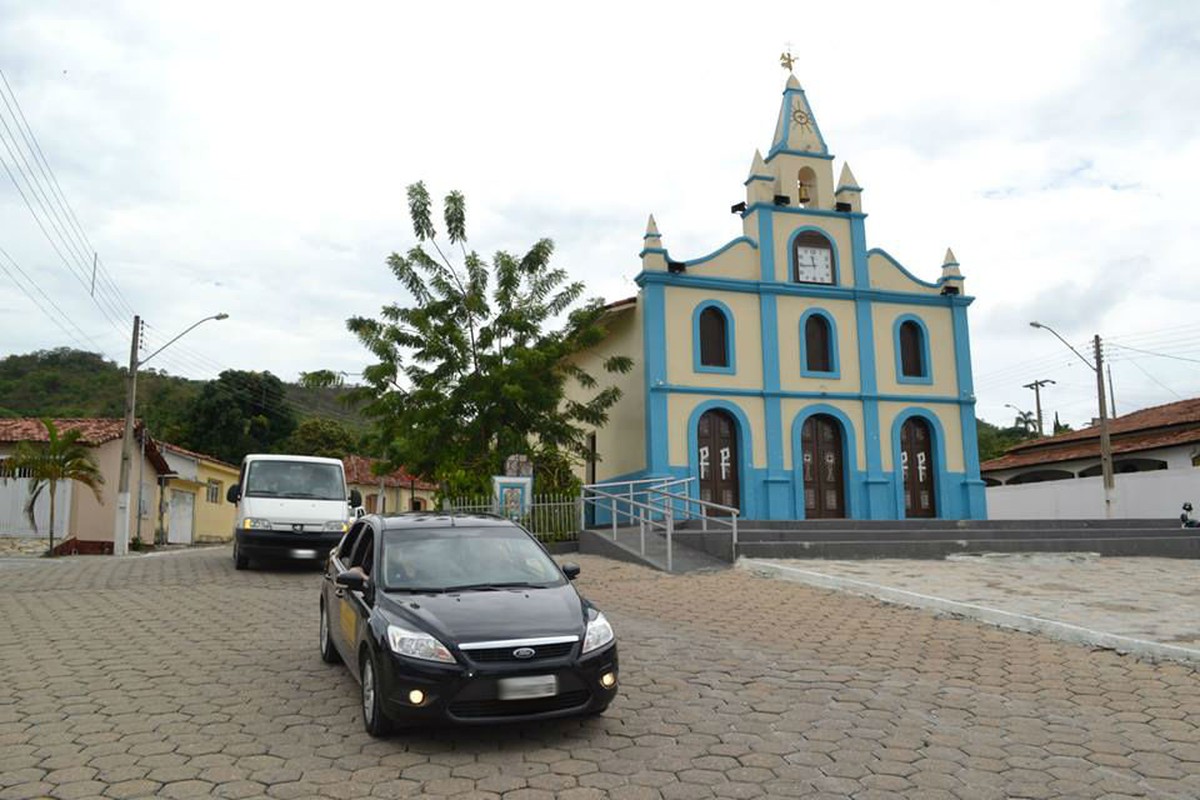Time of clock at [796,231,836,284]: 11:44
